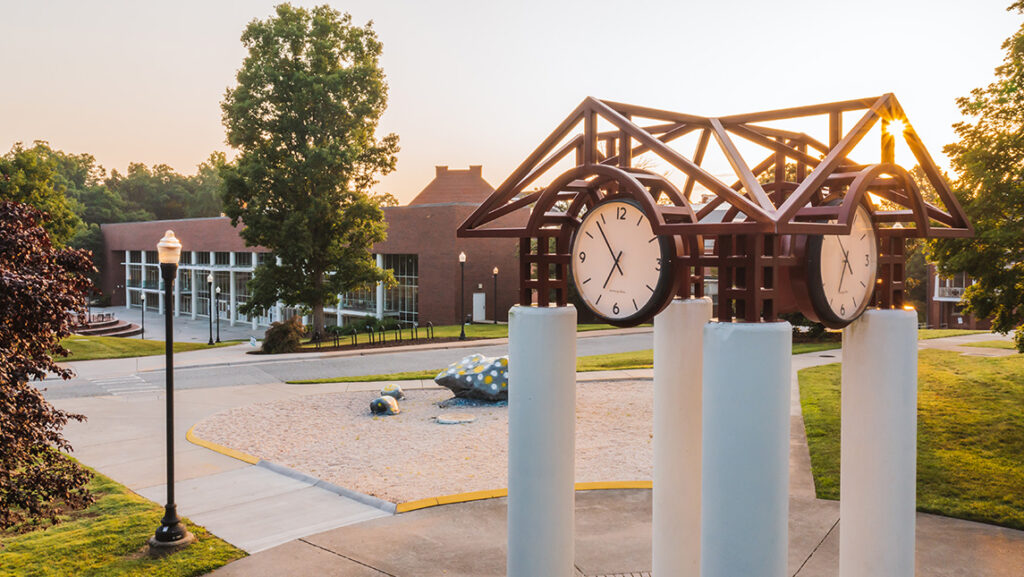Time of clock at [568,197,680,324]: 6:53
